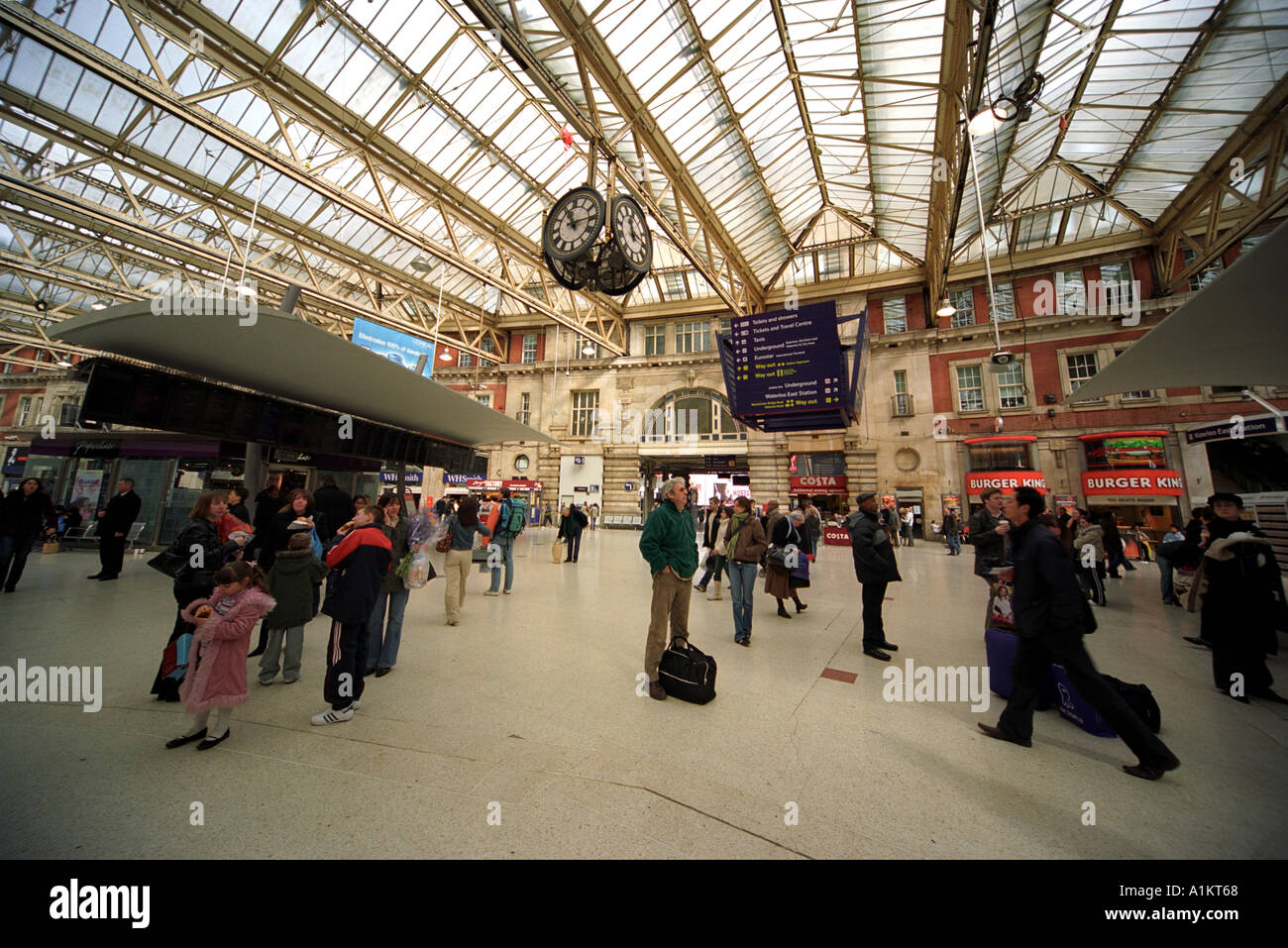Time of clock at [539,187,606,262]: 11:14
